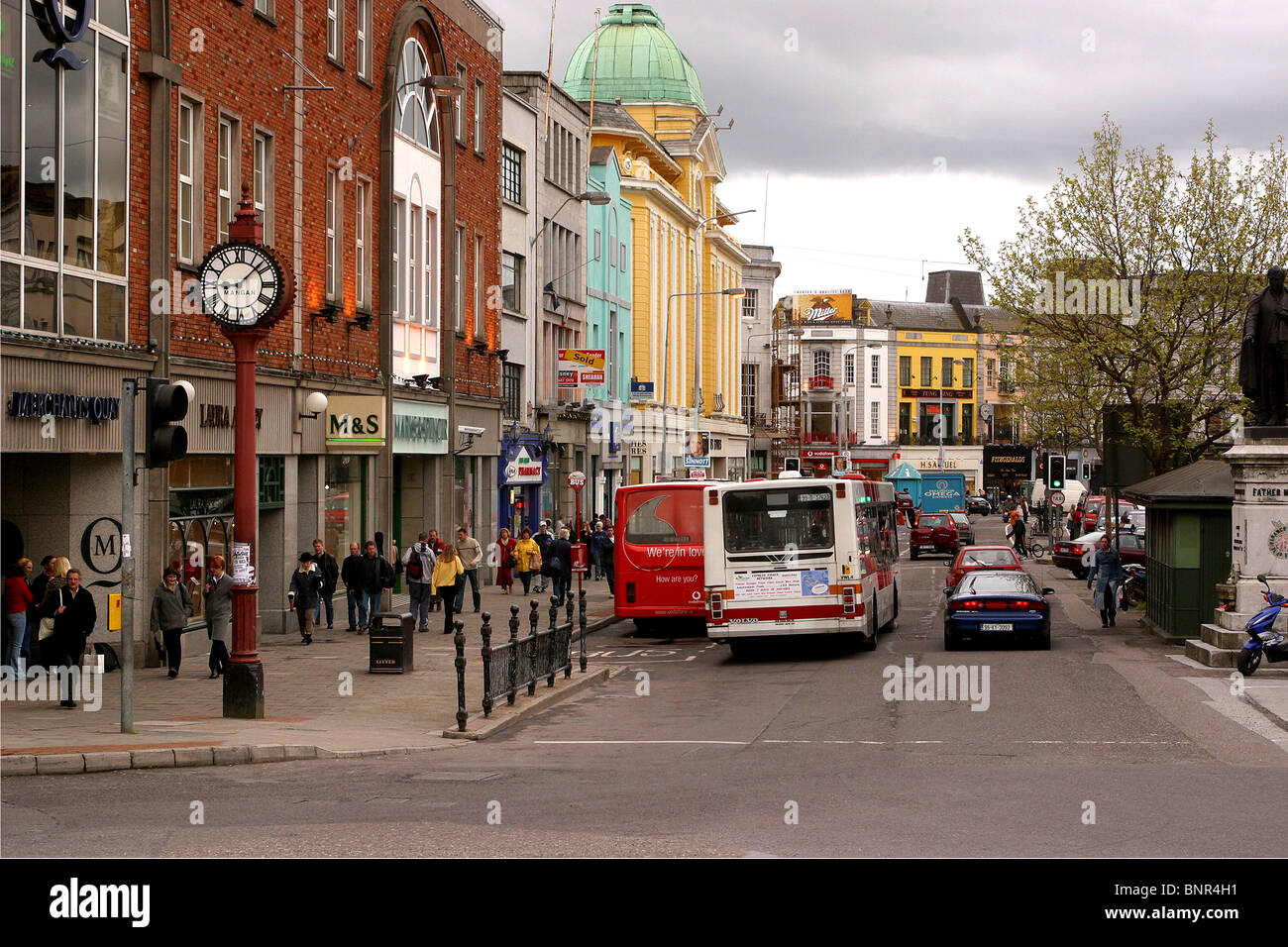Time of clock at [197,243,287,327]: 8:07
